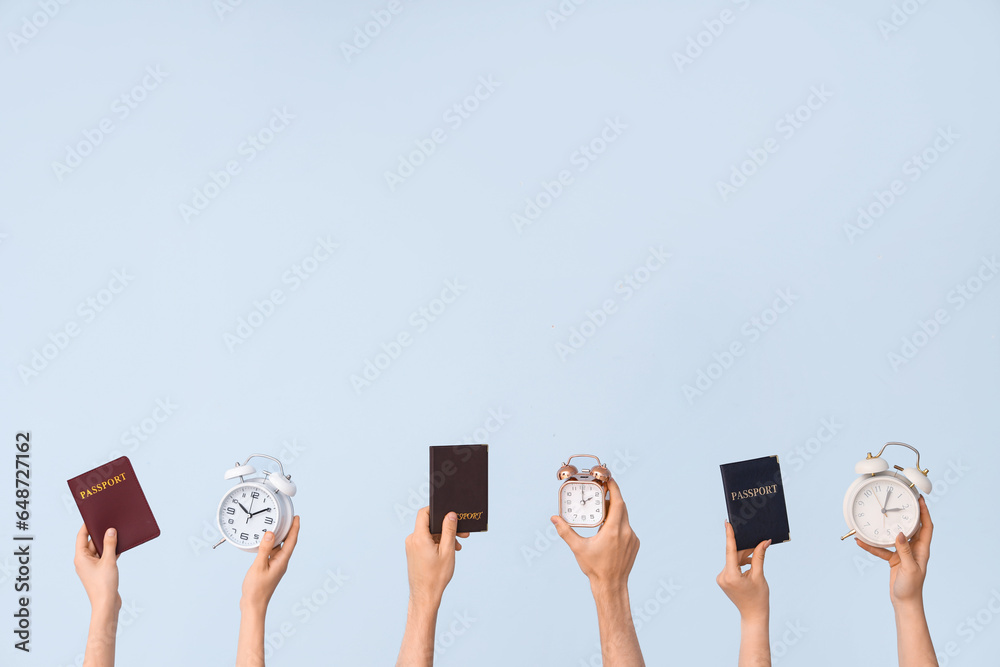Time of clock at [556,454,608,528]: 2:00
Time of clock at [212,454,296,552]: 10:09
